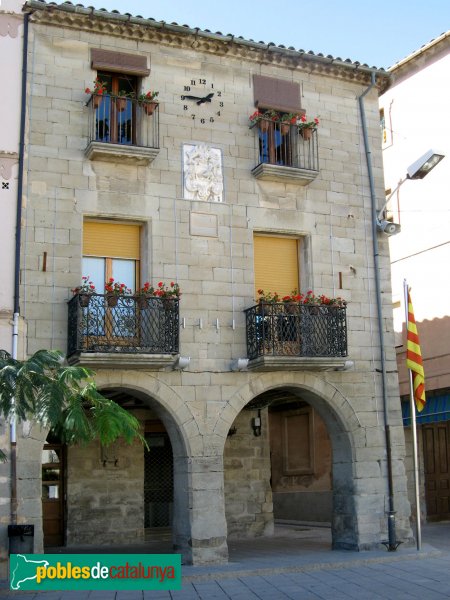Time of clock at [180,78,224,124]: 1:45
